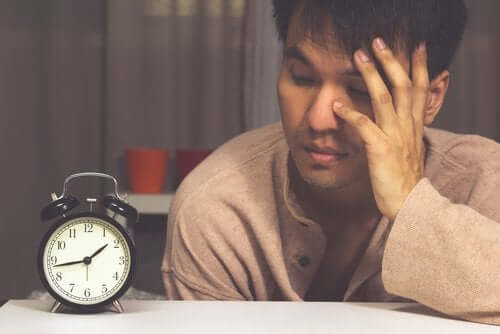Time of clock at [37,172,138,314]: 1:43
